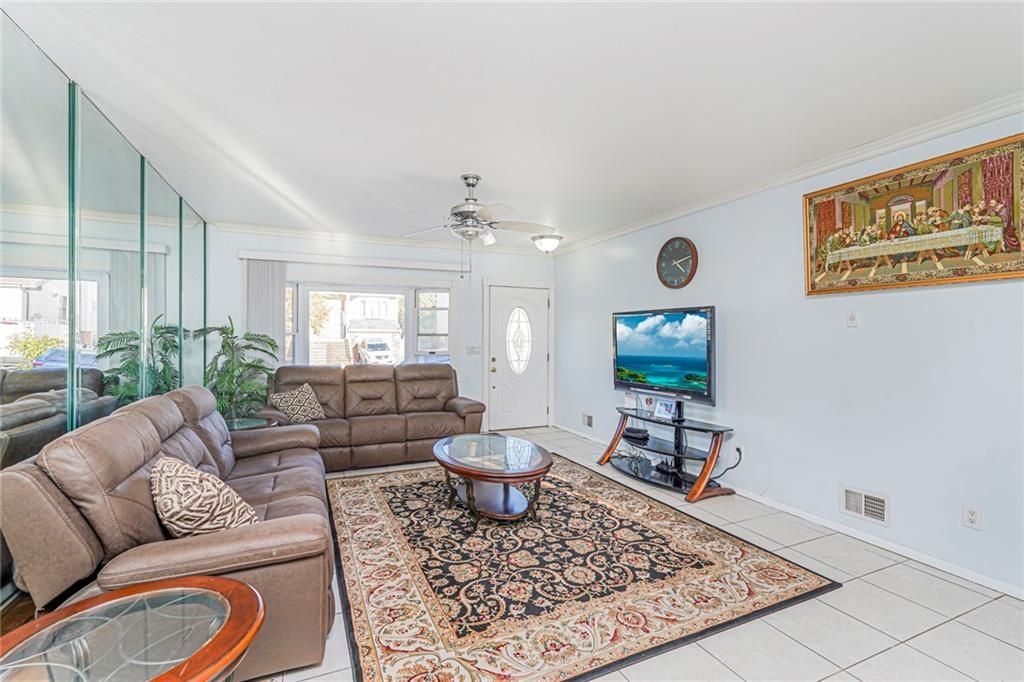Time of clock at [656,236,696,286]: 4:12
